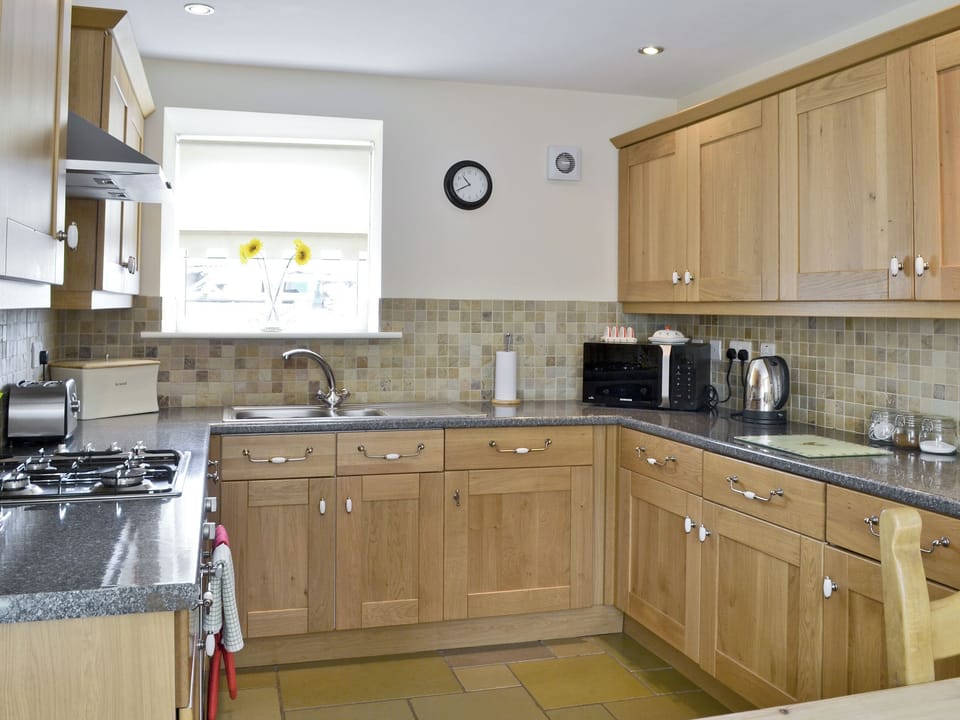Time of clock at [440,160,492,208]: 10:41
